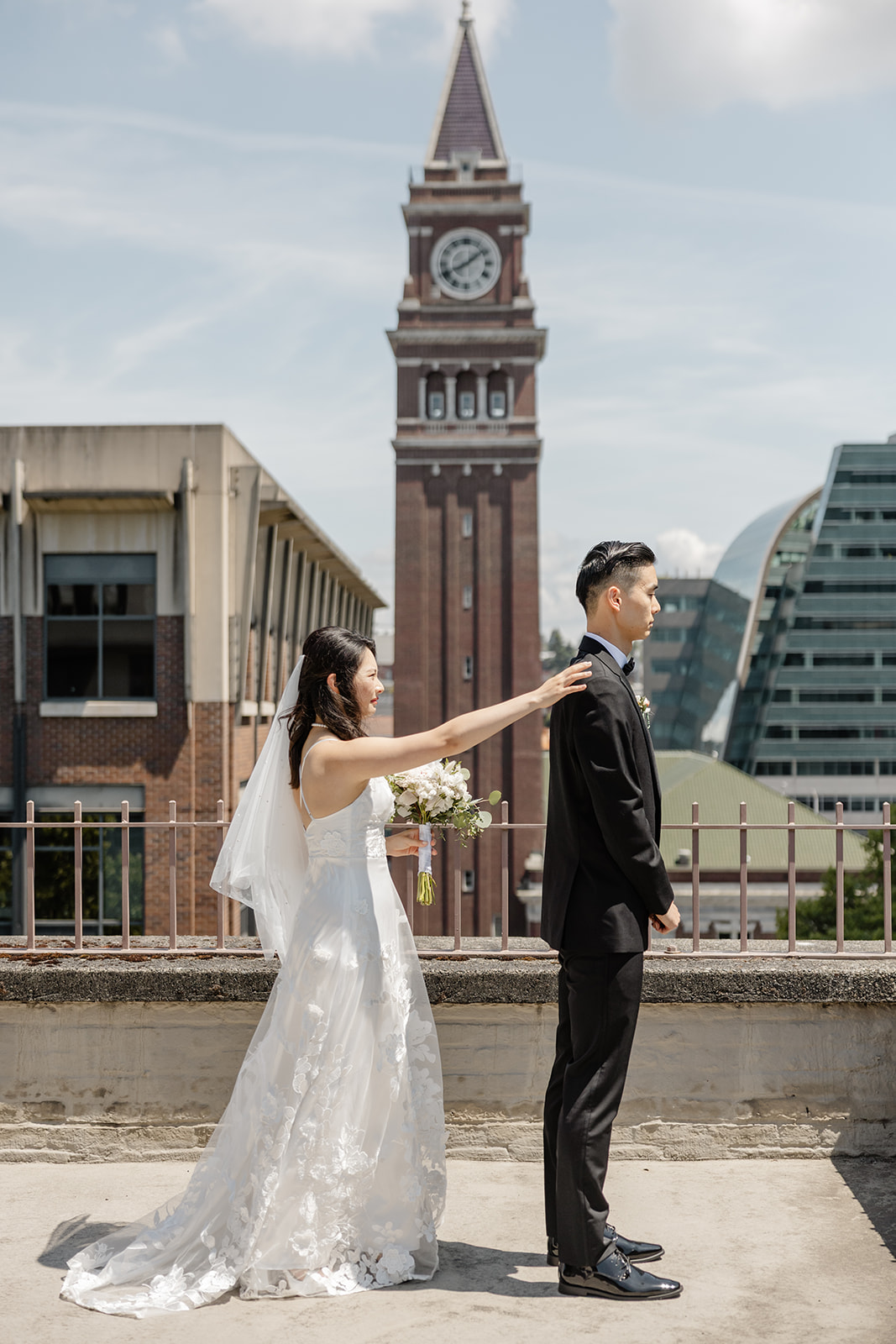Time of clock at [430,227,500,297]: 8:08
